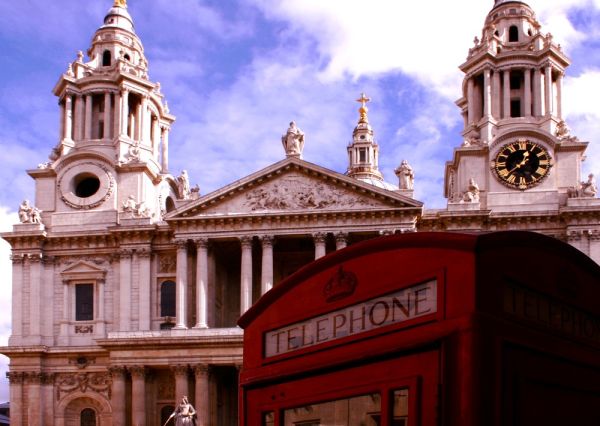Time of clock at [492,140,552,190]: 12:37
